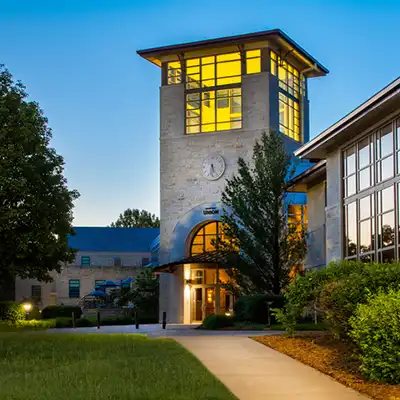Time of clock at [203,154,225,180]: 5:31
